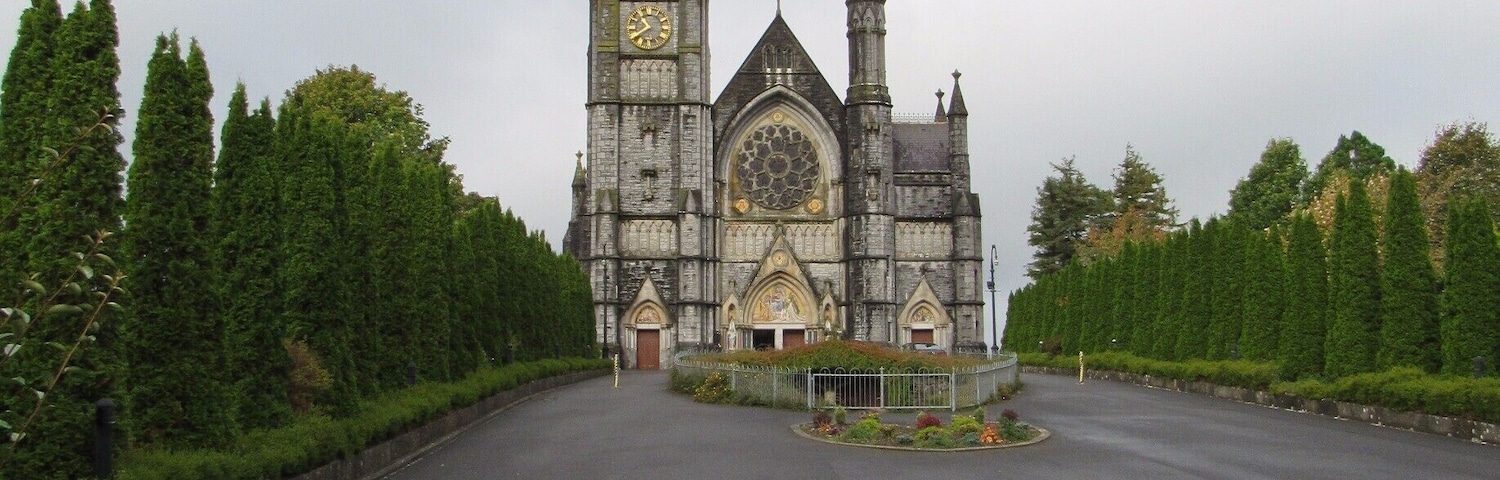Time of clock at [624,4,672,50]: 10:39
